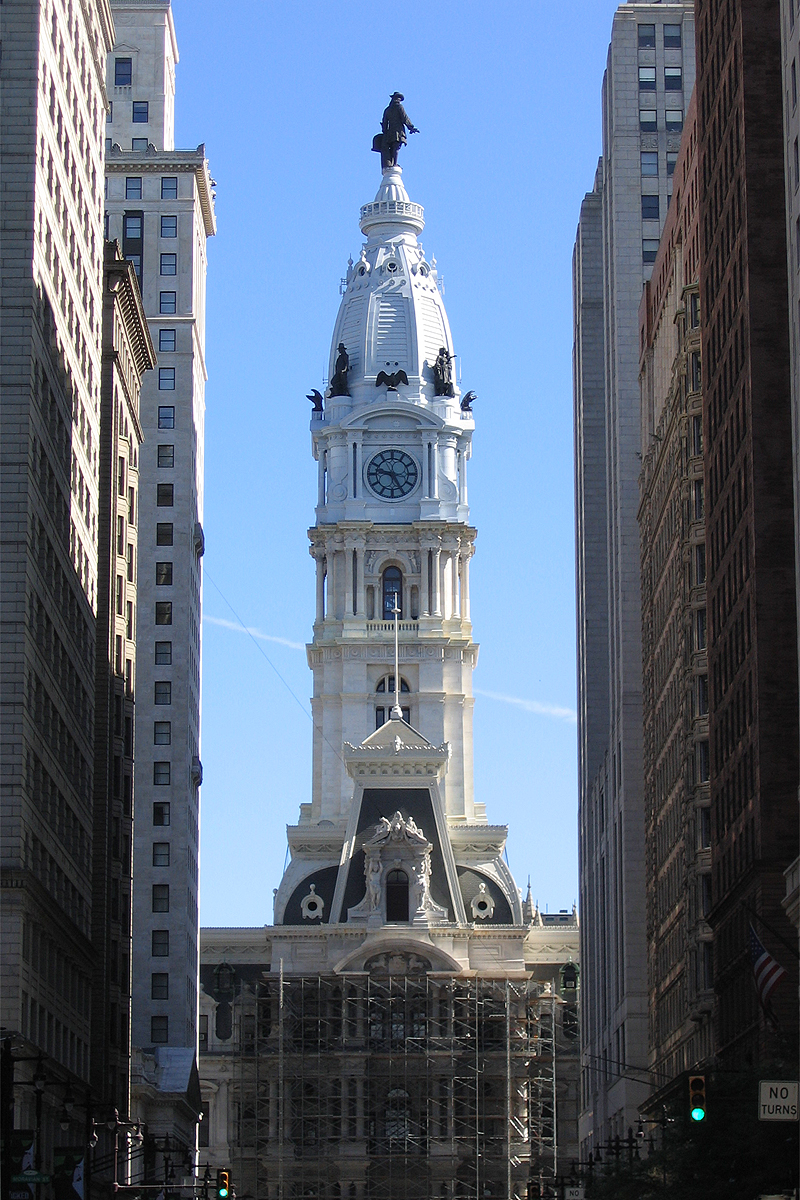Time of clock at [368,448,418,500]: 9:25
